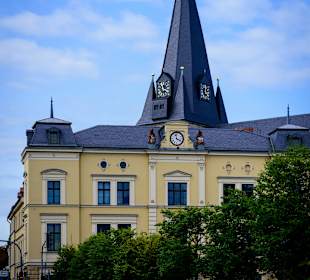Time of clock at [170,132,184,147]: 3:58
